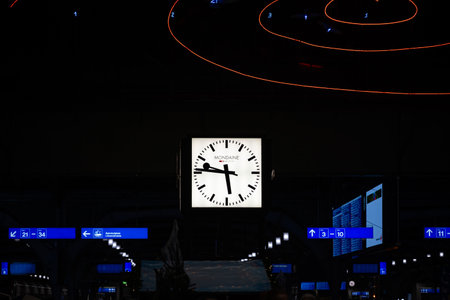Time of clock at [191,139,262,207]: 5:46
